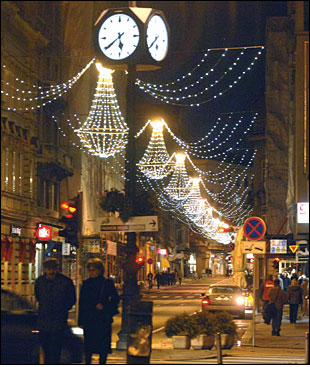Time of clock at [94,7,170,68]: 5:39
